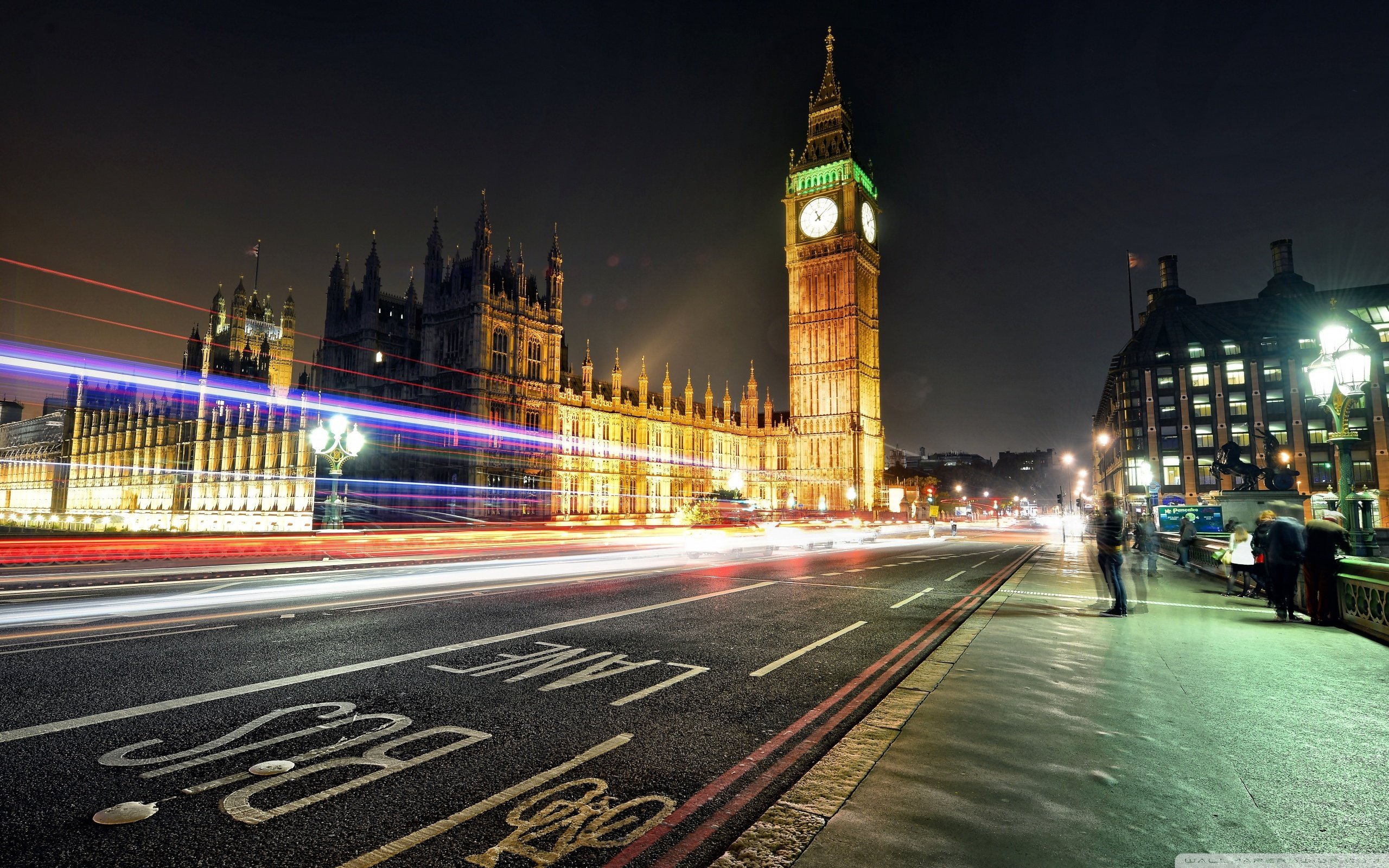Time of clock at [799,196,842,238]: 11:08
